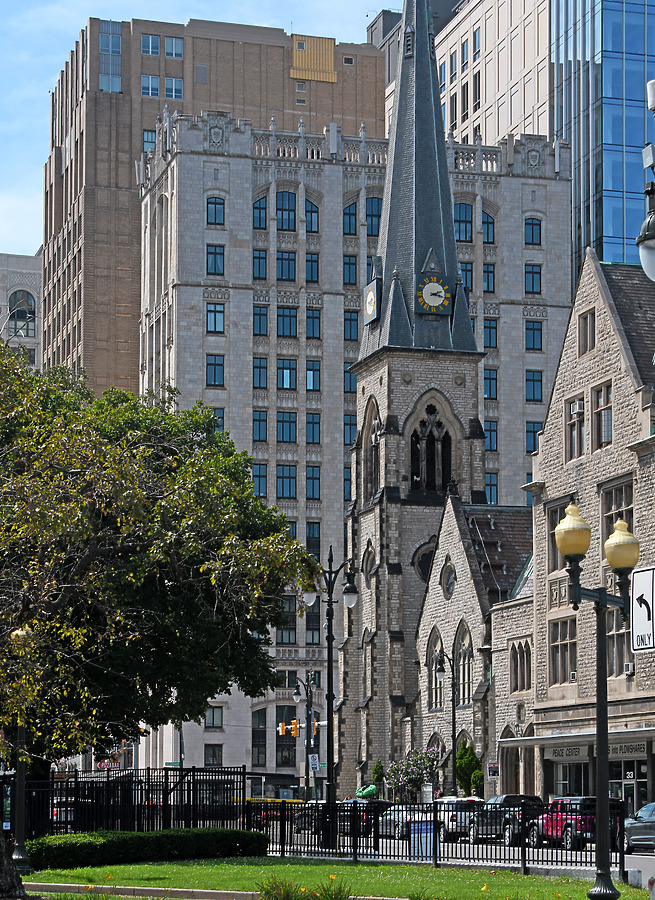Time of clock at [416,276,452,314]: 2:17
